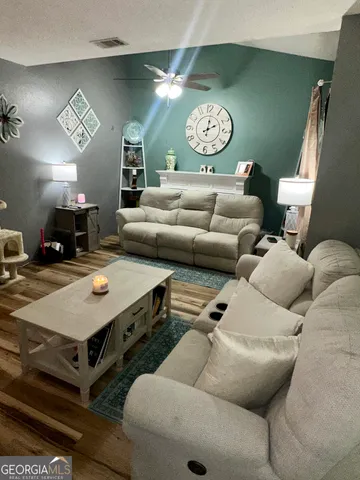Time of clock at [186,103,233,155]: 2:01
